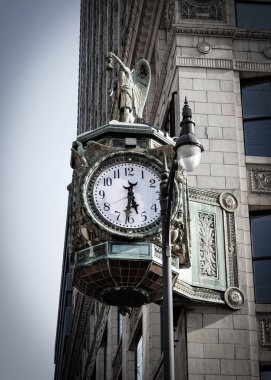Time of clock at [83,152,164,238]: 5:31
